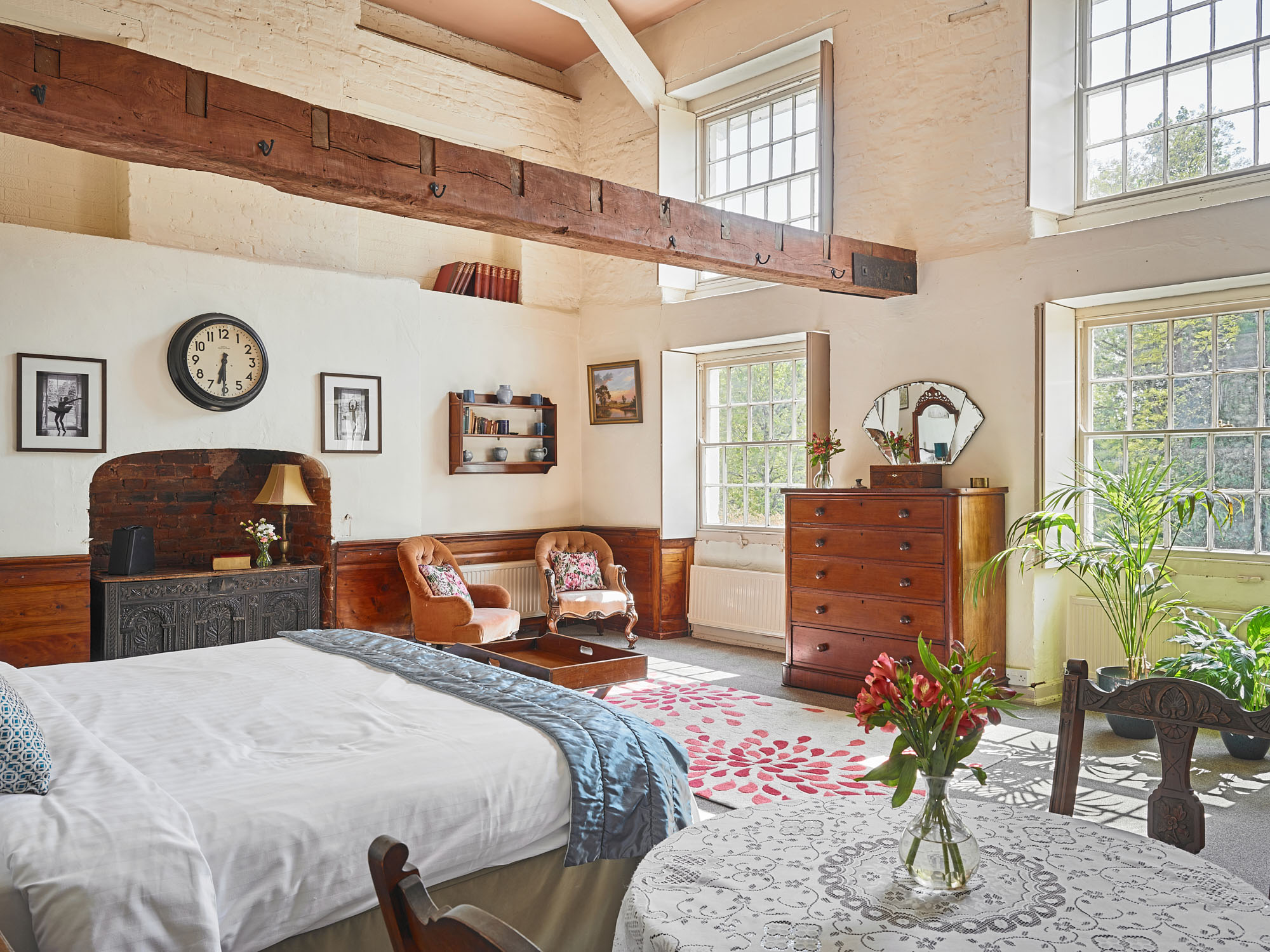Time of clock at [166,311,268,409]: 6:30
